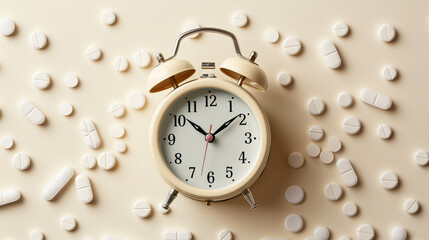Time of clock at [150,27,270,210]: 1:51
